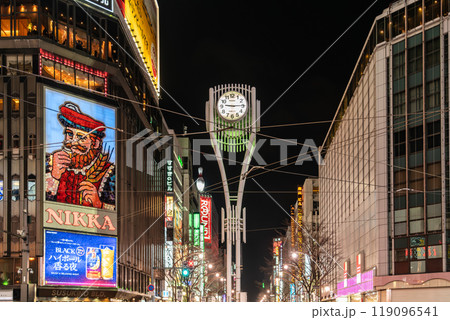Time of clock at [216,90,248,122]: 9:14
